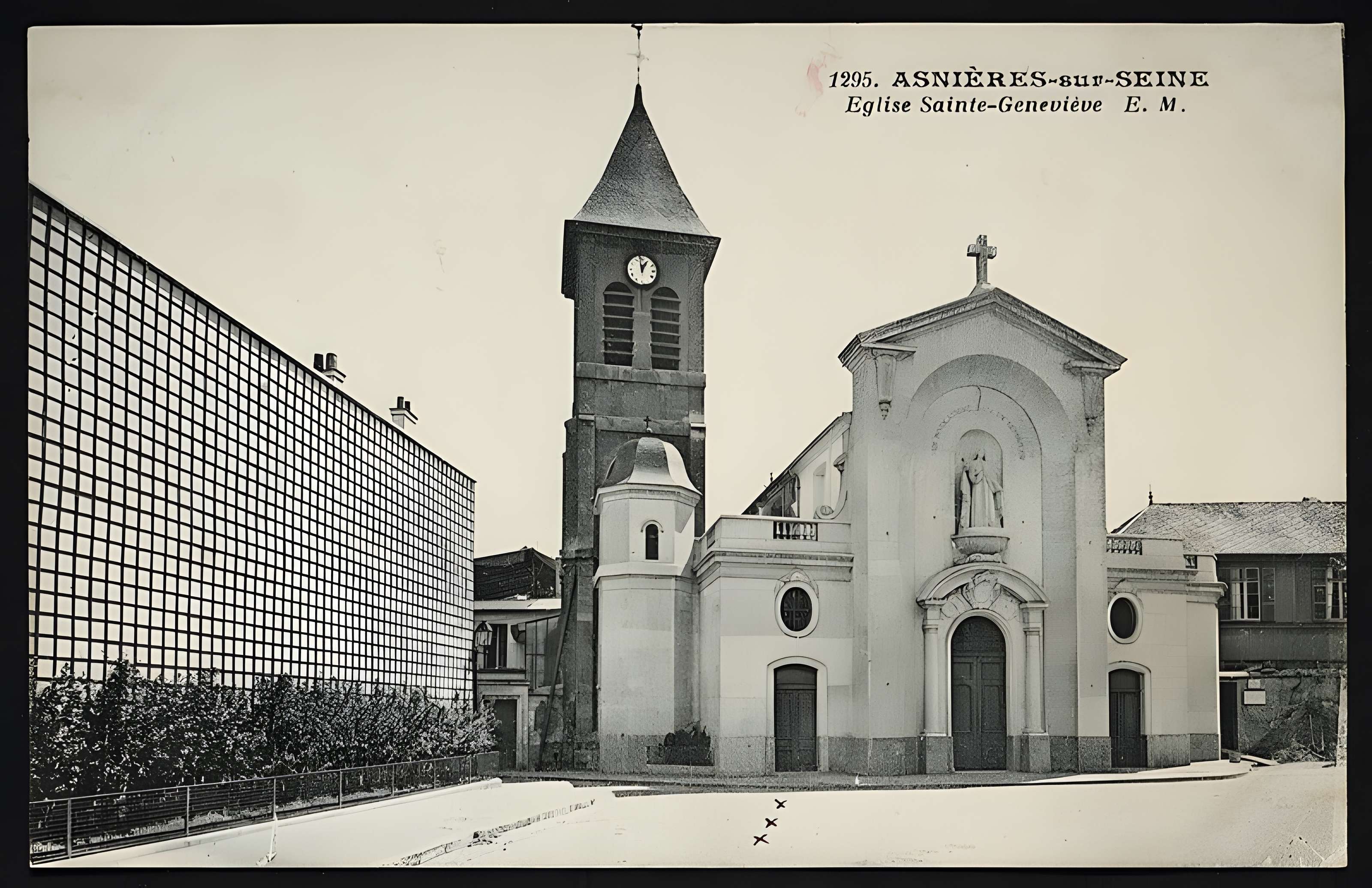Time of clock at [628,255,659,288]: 12:59
